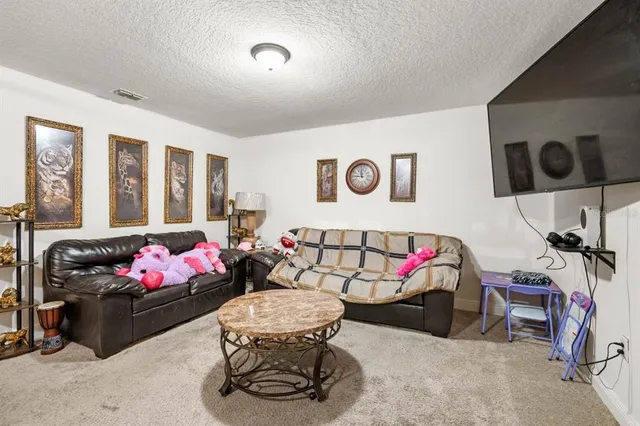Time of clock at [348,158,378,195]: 11:45
